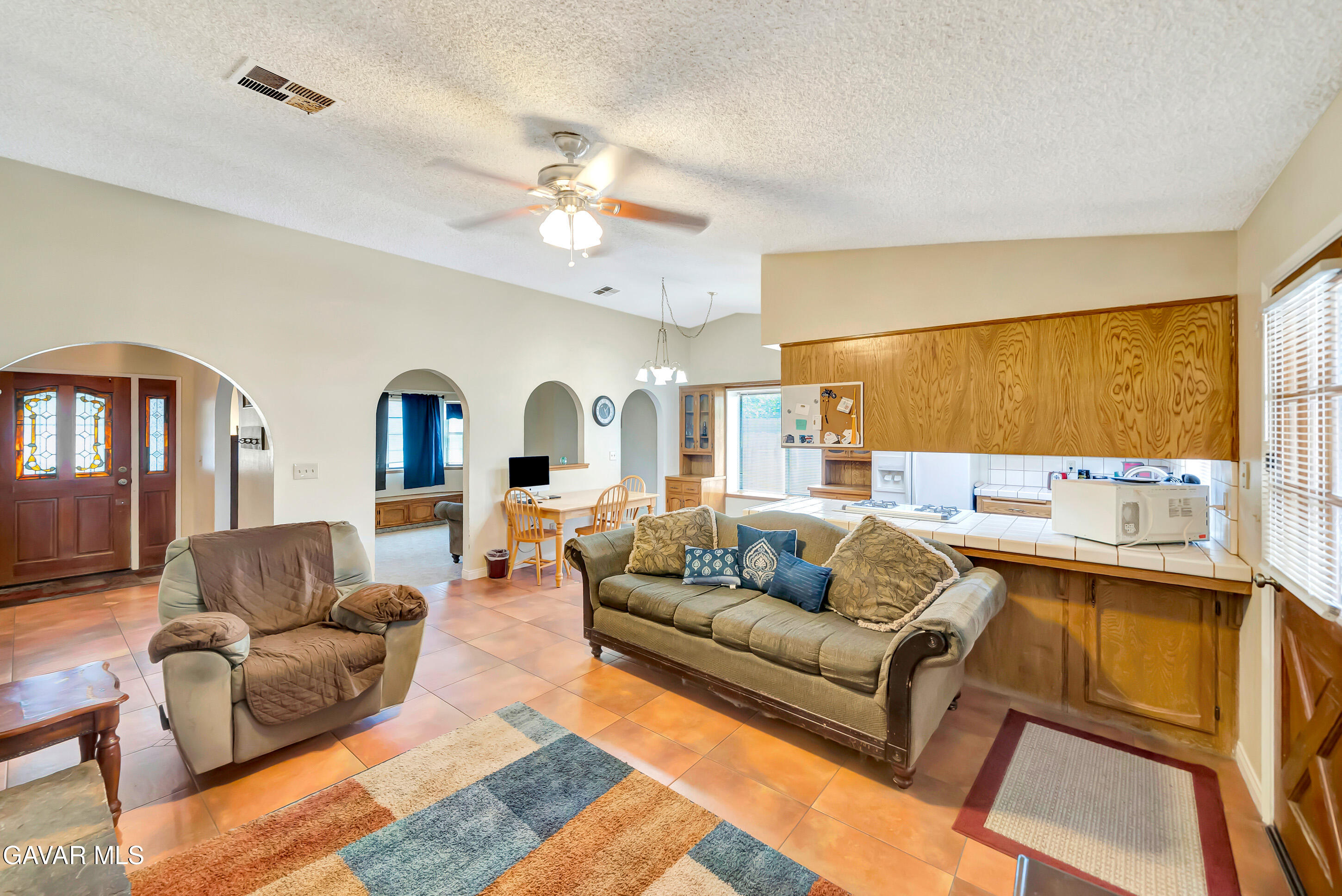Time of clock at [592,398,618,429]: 1:24
